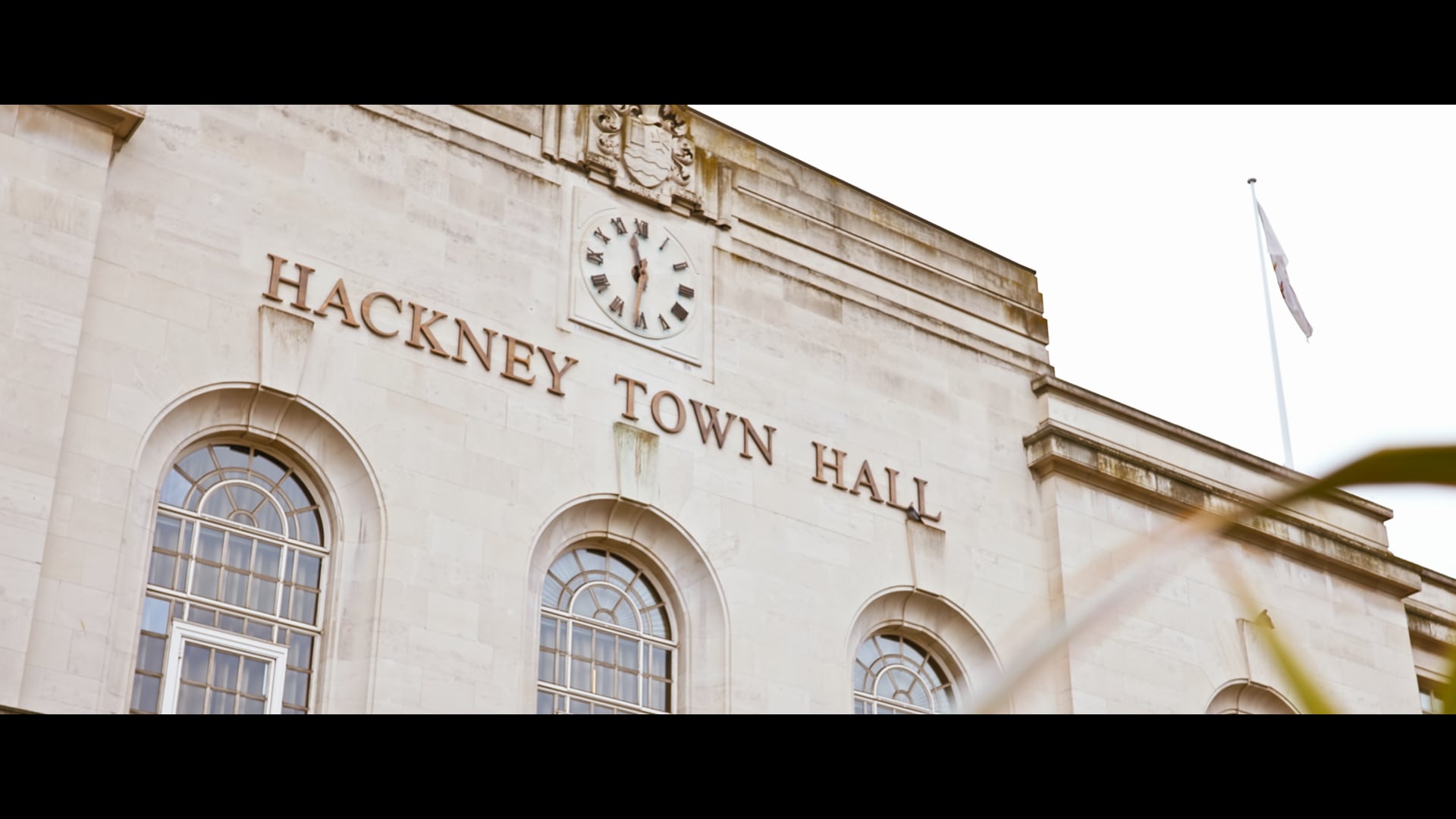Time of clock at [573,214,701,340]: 11:31
